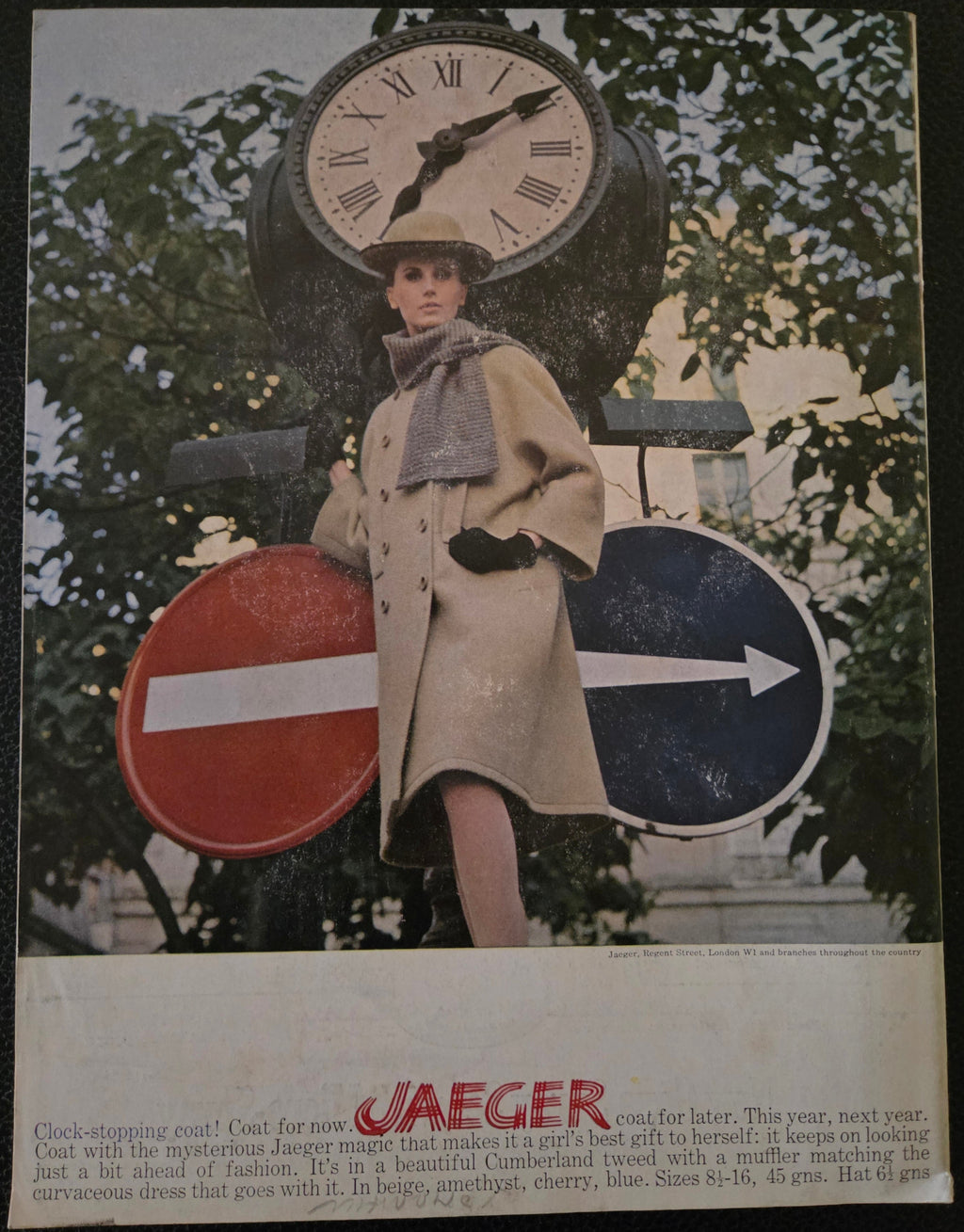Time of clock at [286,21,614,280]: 7:09
